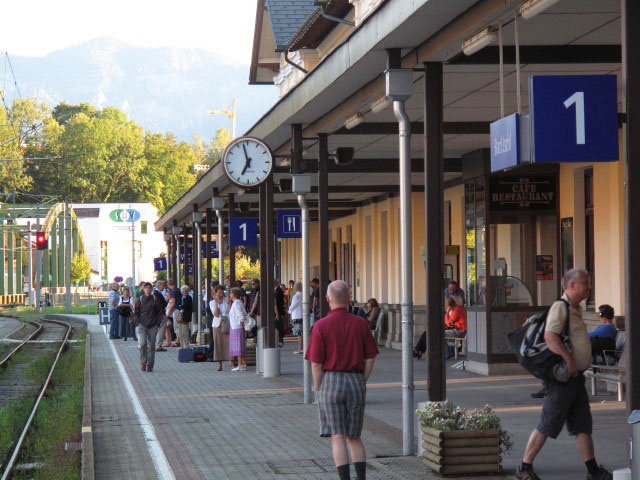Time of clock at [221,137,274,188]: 6:57
